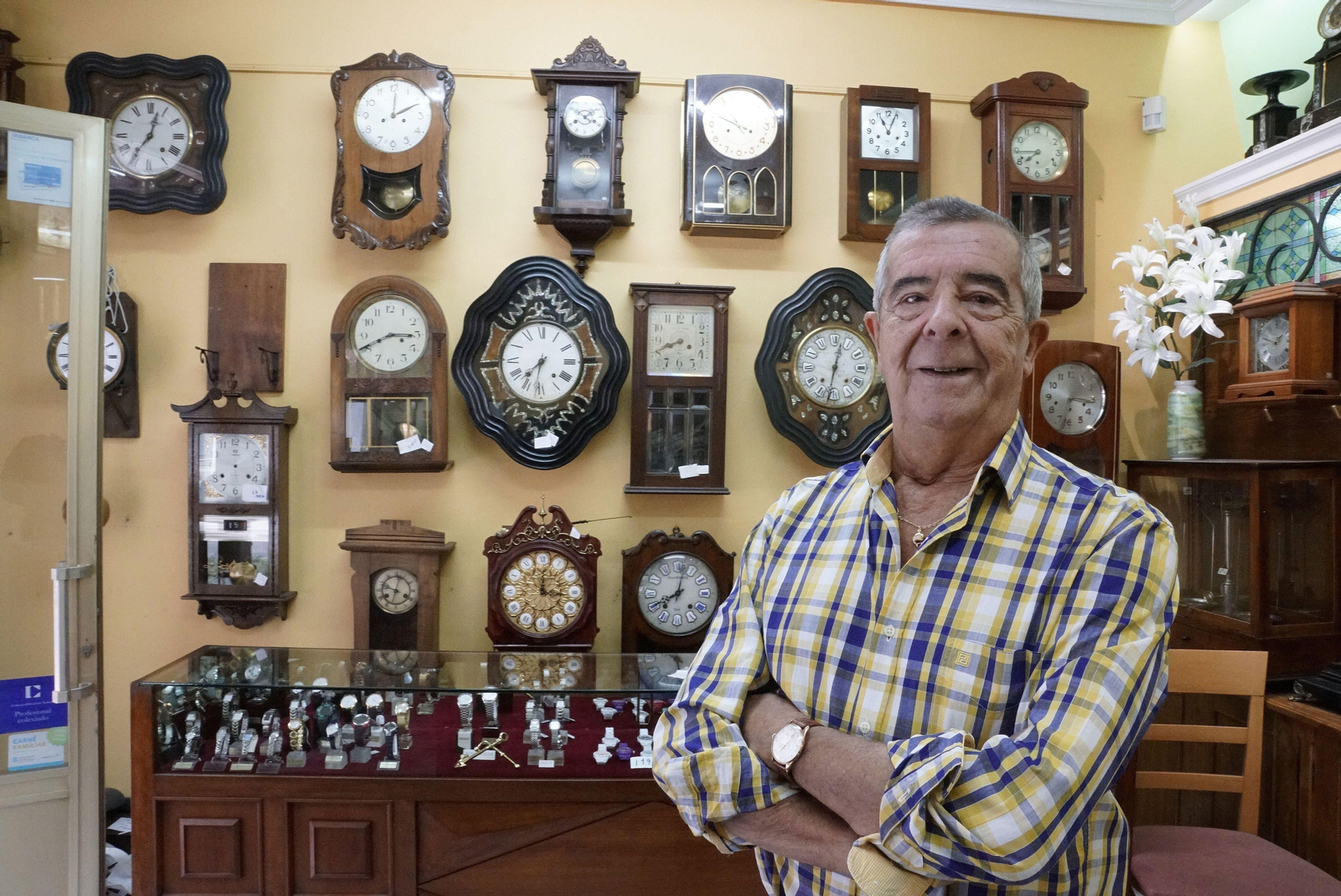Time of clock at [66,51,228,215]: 7:02
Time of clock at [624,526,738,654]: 8:01
